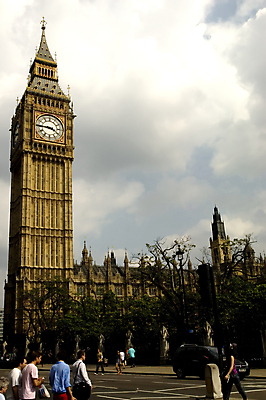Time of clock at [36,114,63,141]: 3:45
